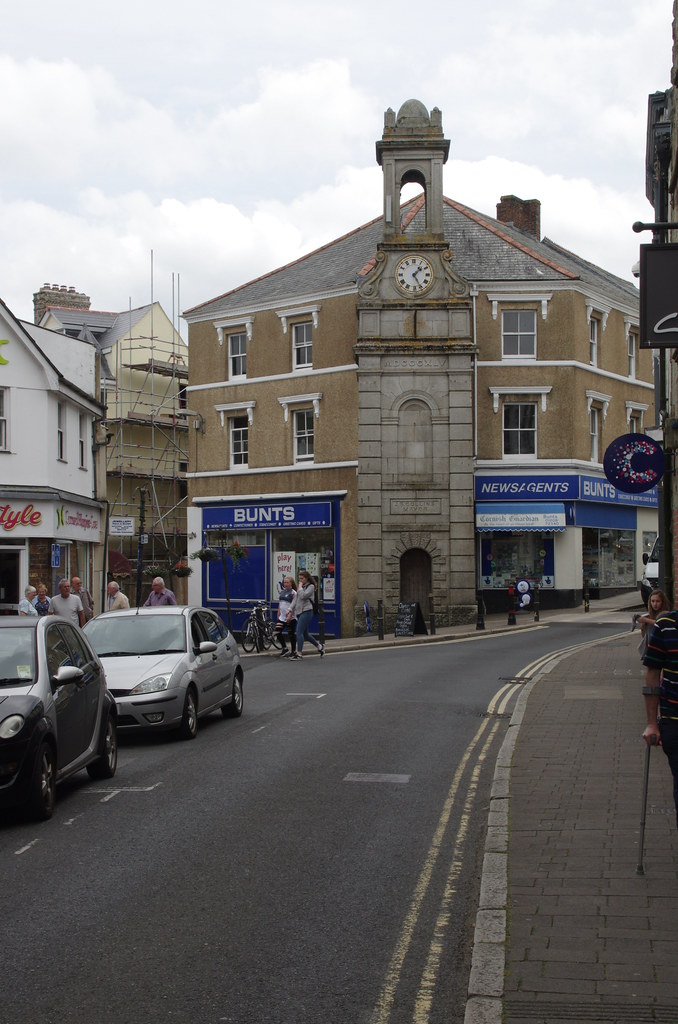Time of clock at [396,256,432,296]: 1:25
